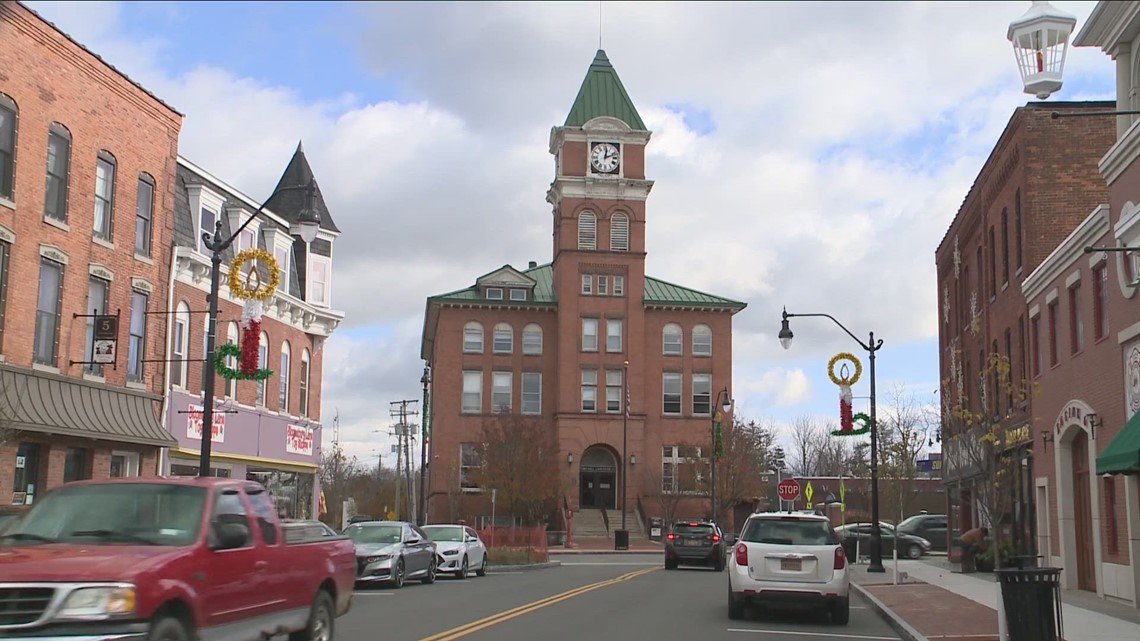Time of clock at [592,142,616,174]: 12:11
